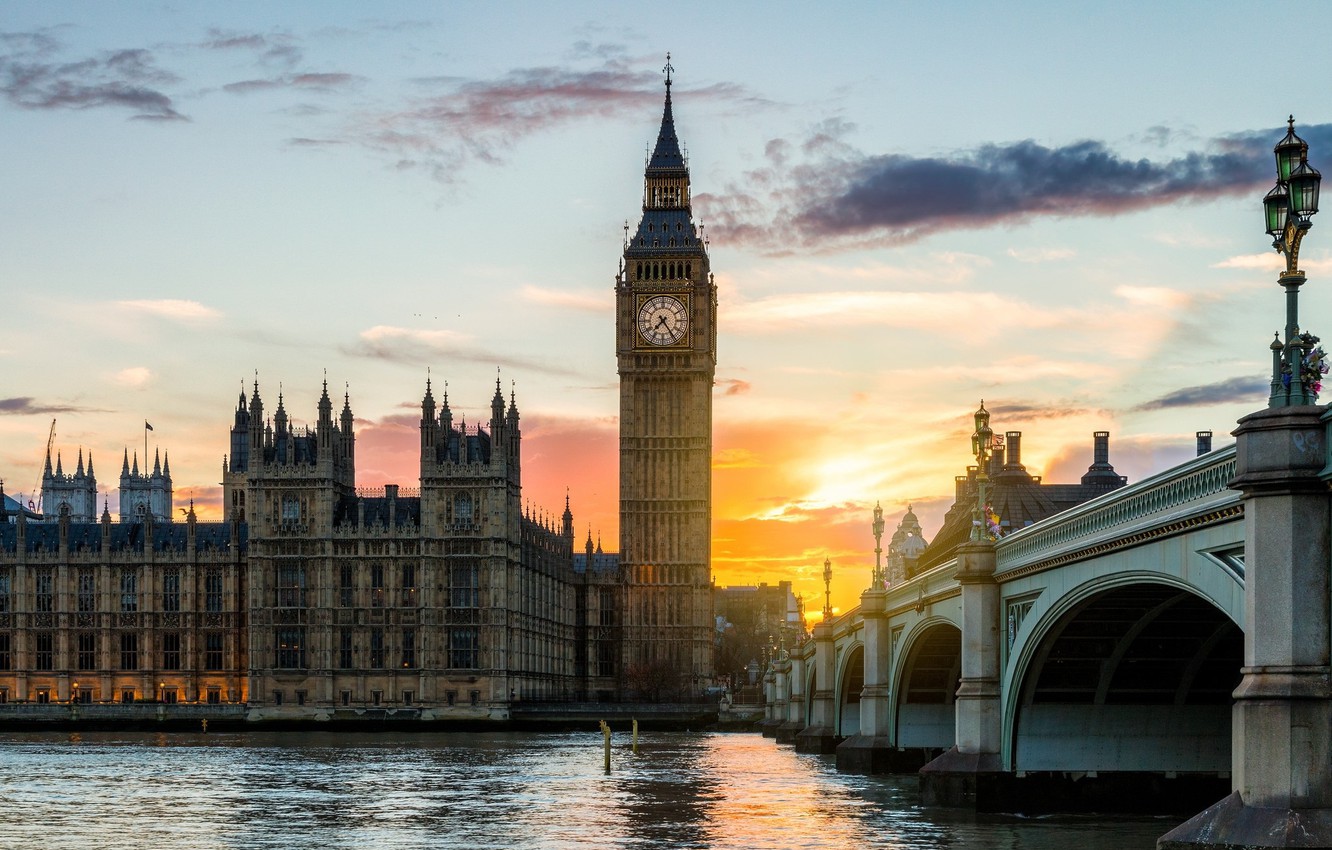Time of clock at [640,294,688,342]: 7:24
